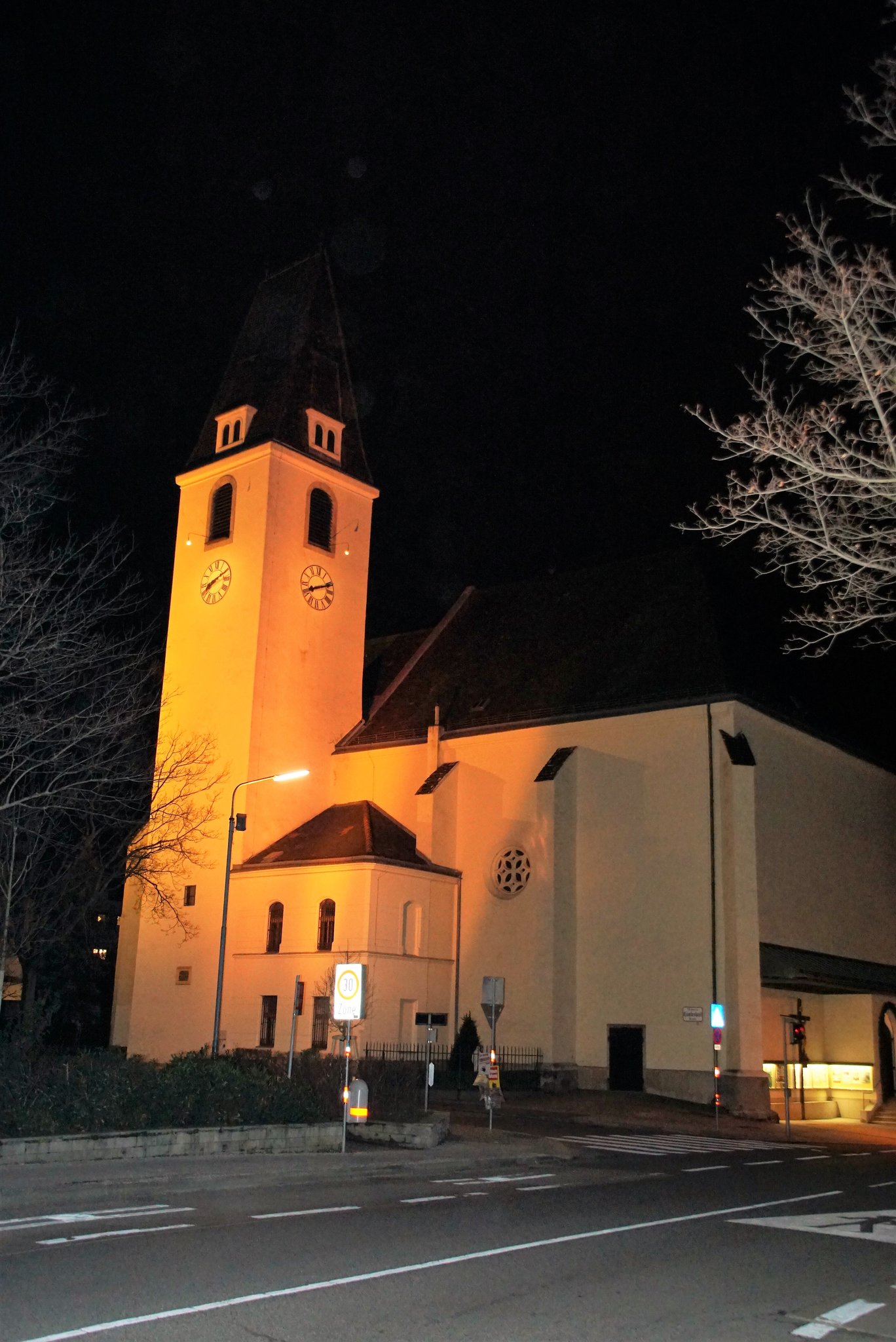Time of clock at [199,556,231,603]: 8:11
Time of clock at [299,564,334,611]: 8:11
